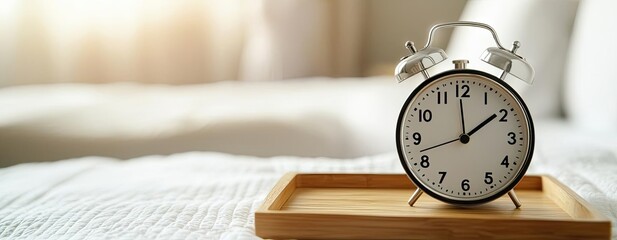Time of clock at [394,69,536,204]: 1:59
